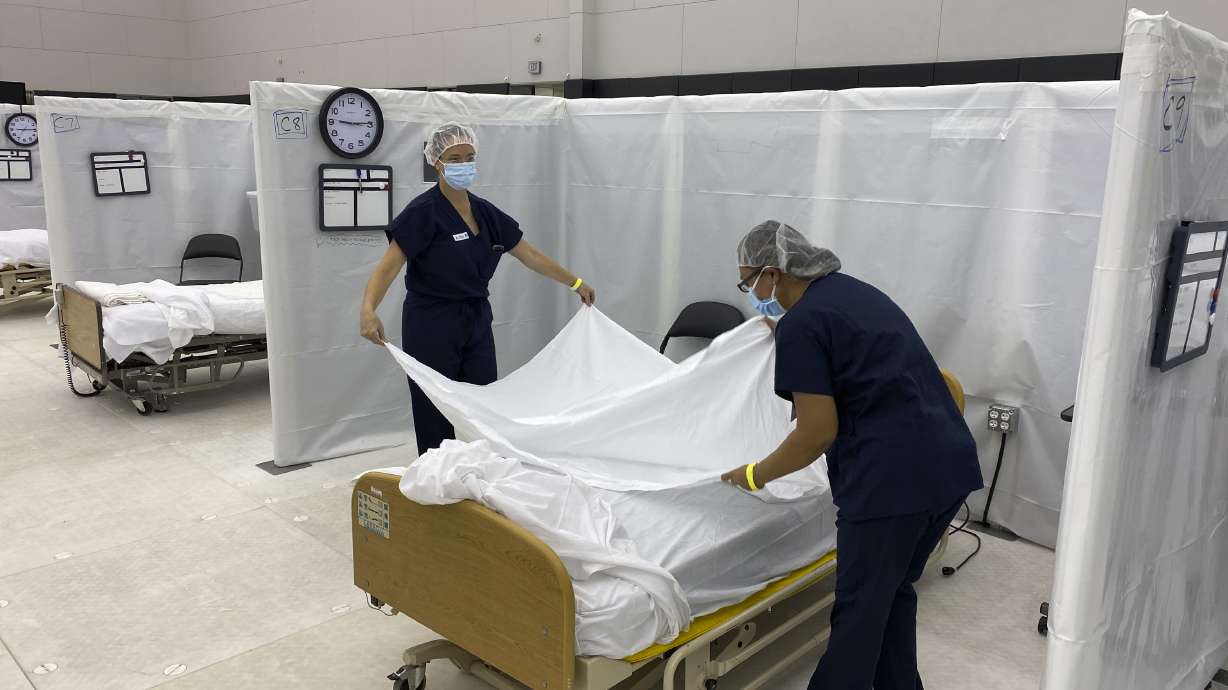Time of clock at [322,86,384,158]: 9:14
